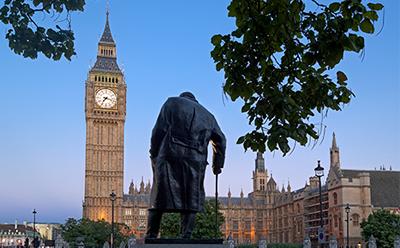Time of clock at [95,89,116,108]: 7:17
